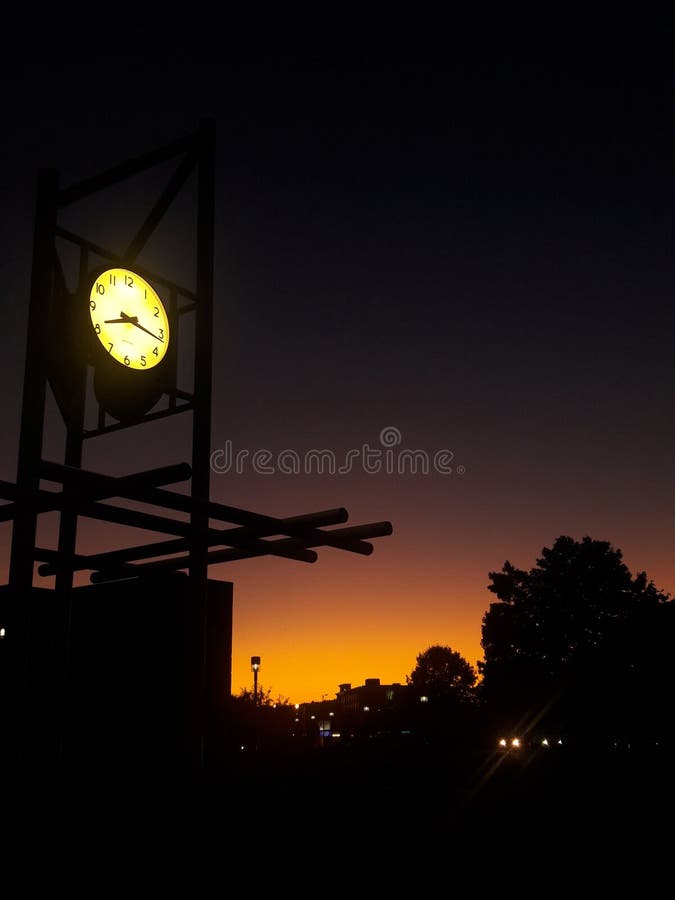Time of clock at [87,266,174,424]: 8:16
